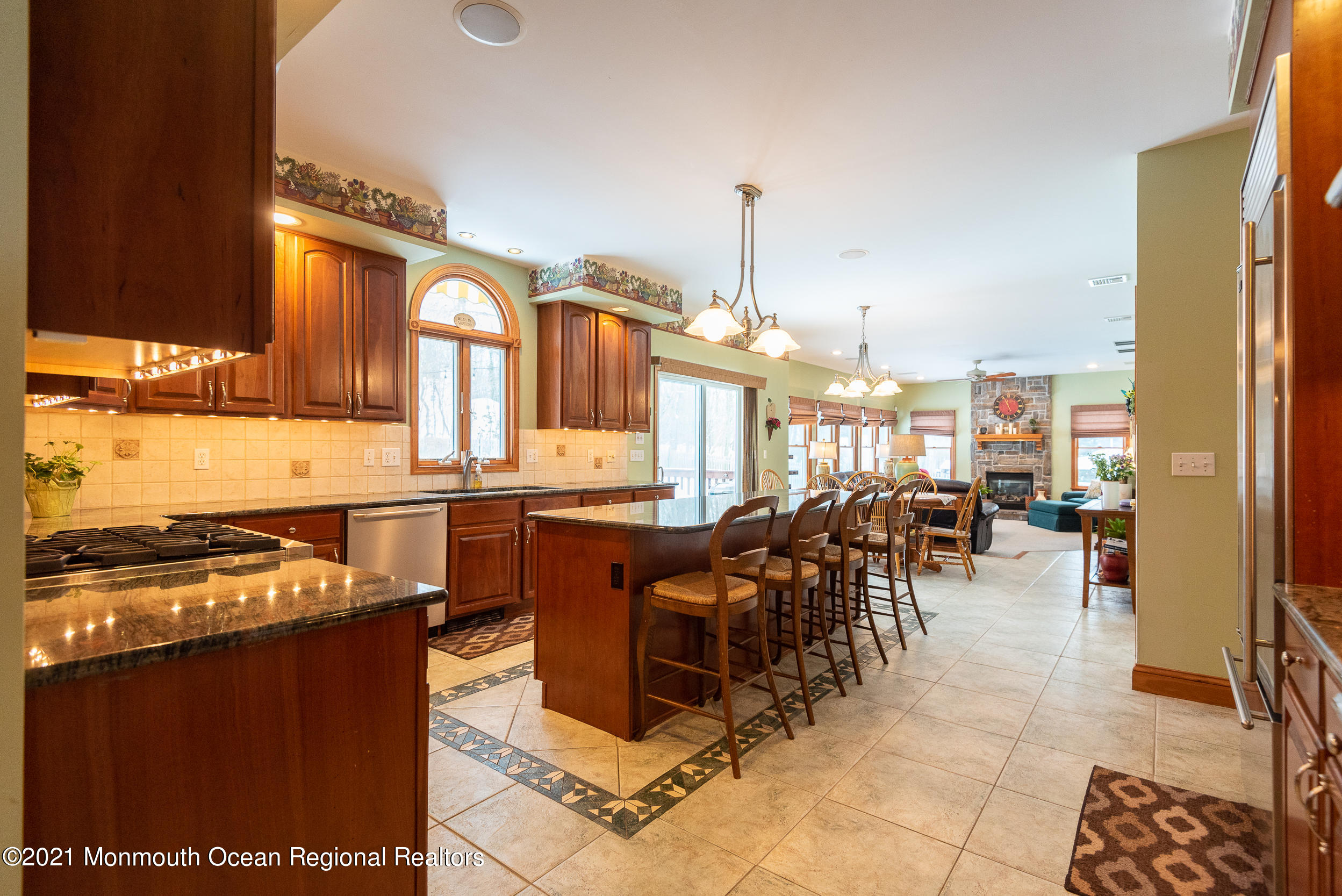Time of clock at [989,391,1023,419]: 4:56
